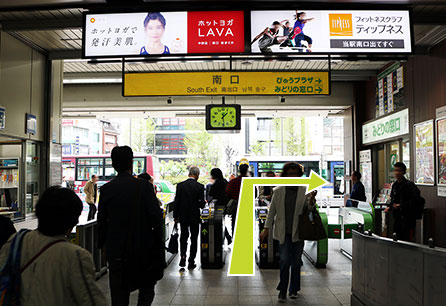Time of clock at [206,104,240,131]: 1:29
